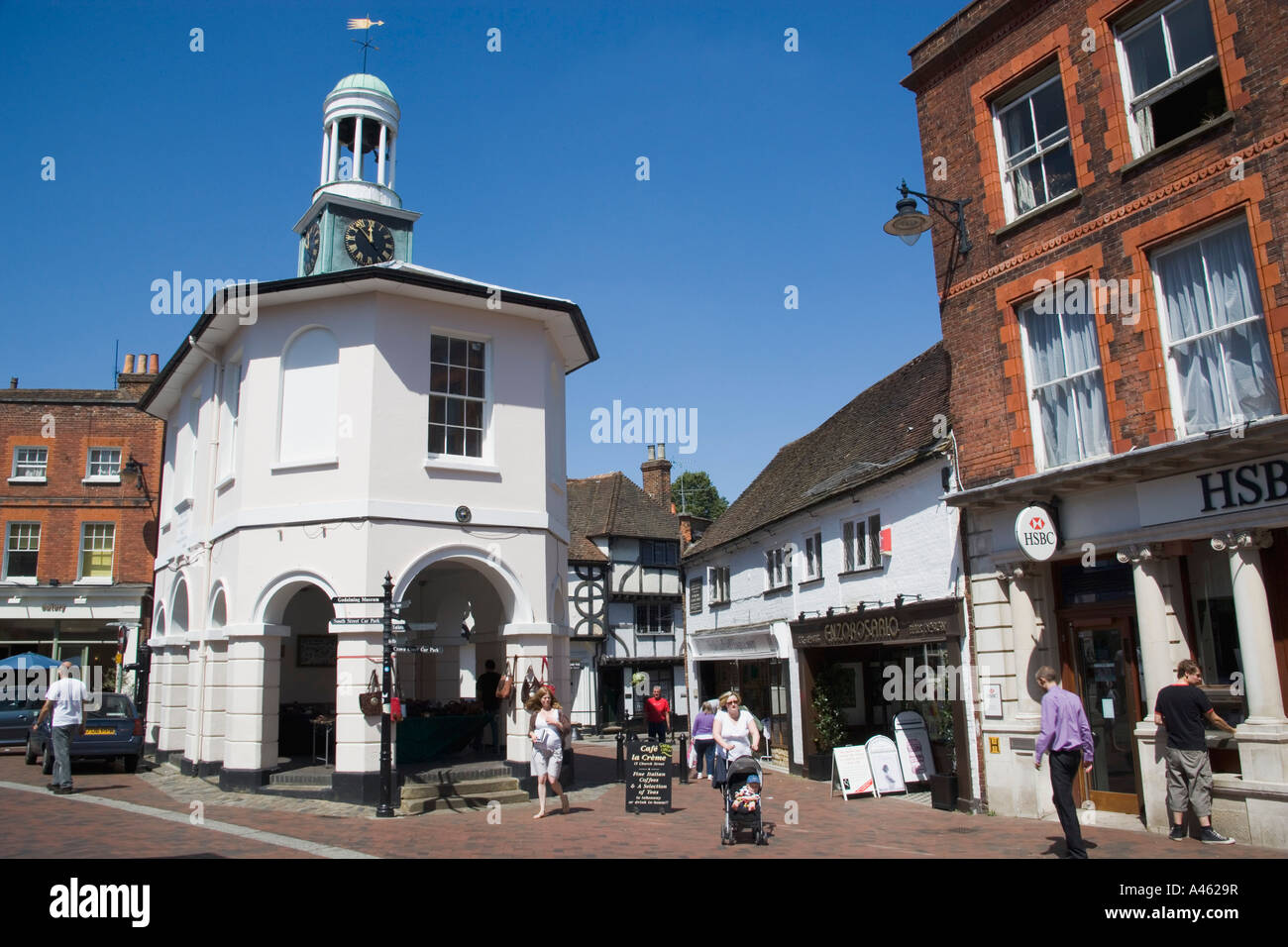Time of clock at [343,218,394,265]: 11:52
